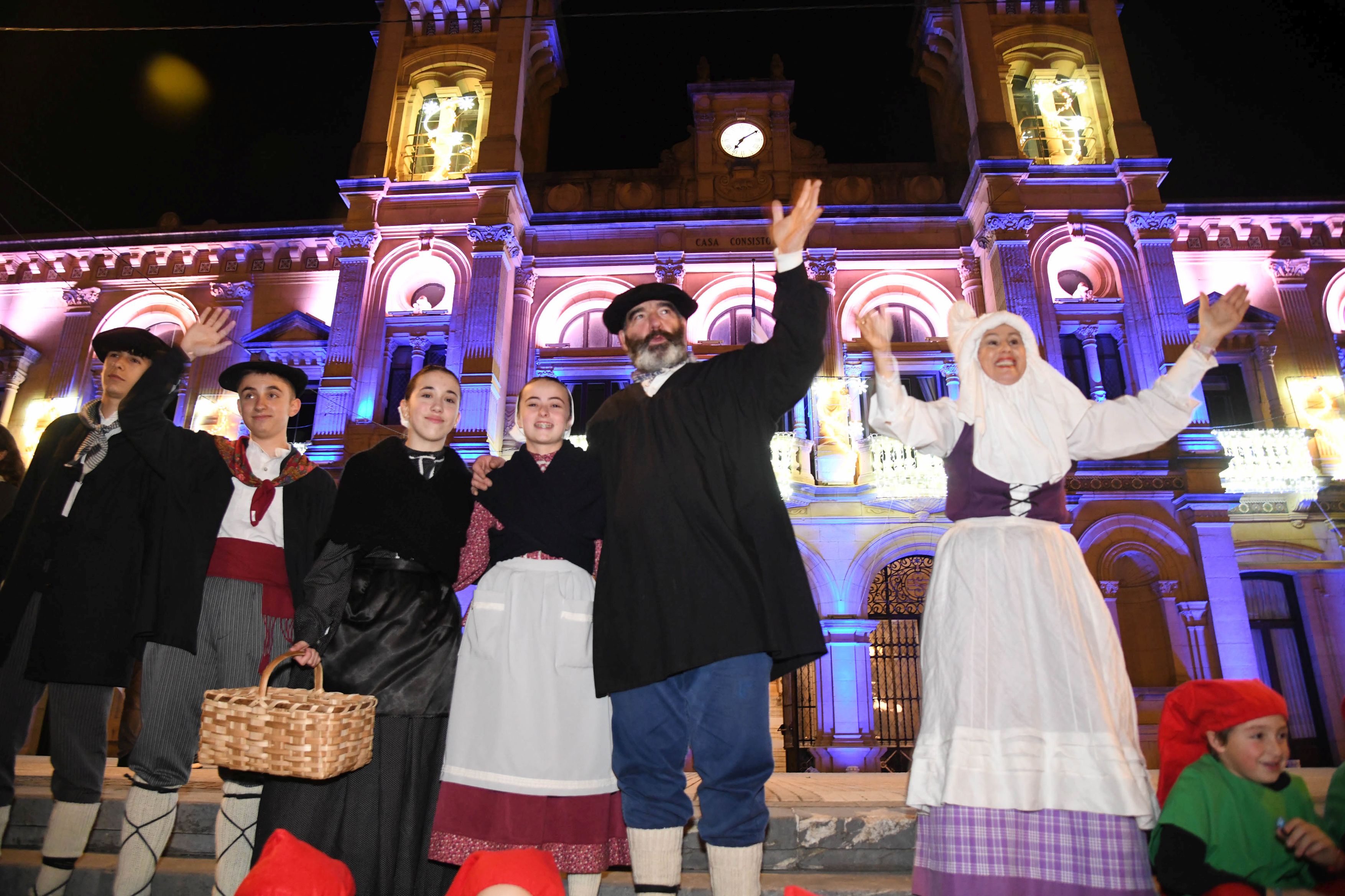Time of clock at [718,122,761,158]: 7:09
